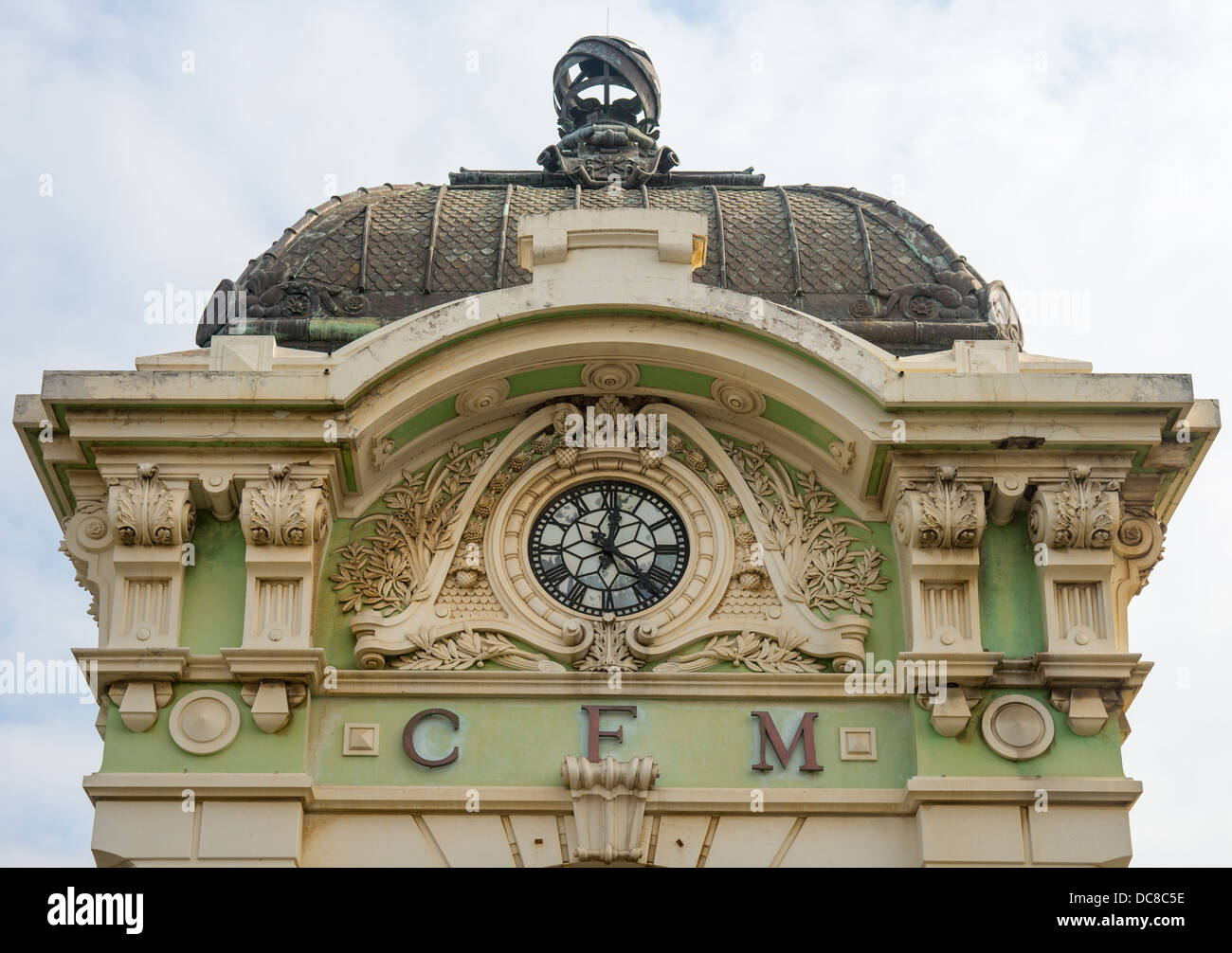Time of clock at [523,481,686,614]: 12:22
